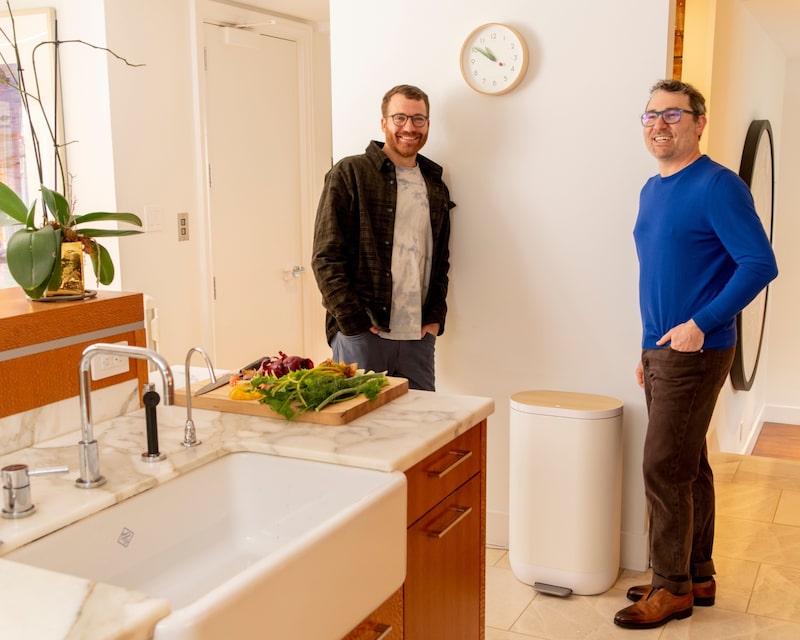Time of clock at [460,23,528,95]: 10:50
